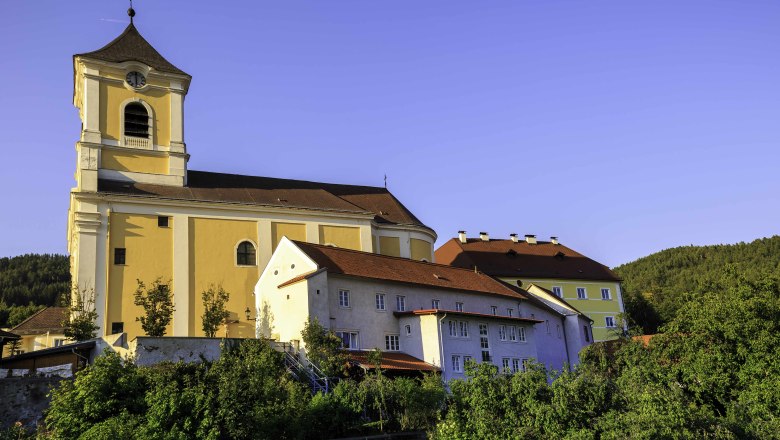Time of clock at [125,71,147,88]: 6:00
